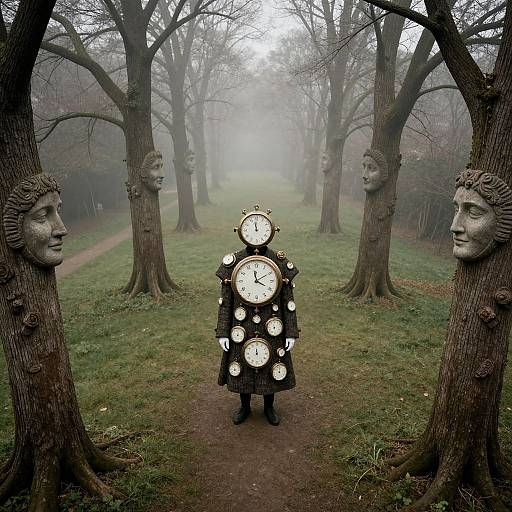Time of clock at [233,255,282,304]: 3:58
